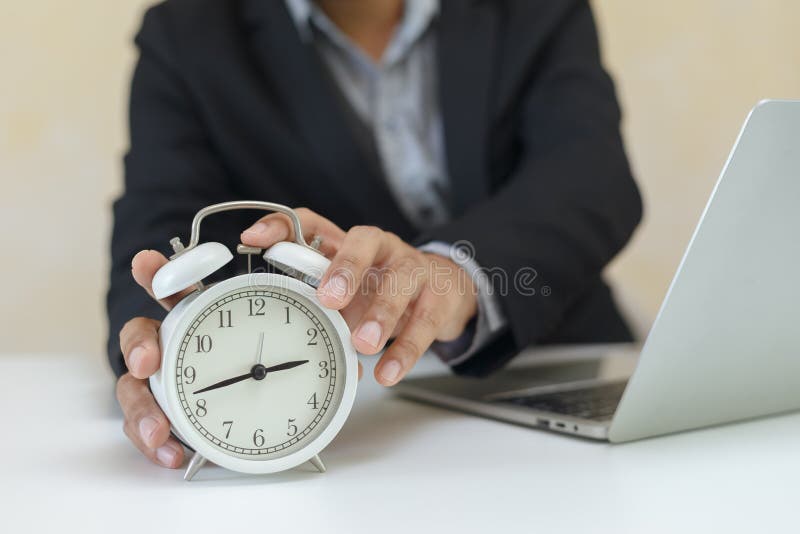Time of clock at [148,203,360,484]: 2:42
